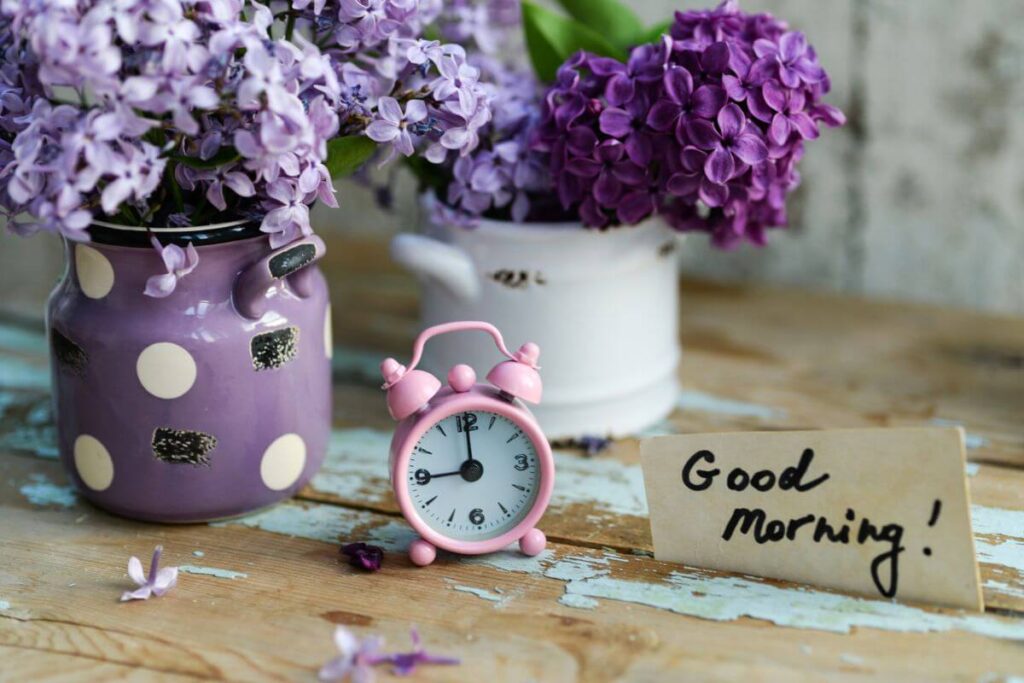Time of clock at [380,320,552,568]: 9:00
